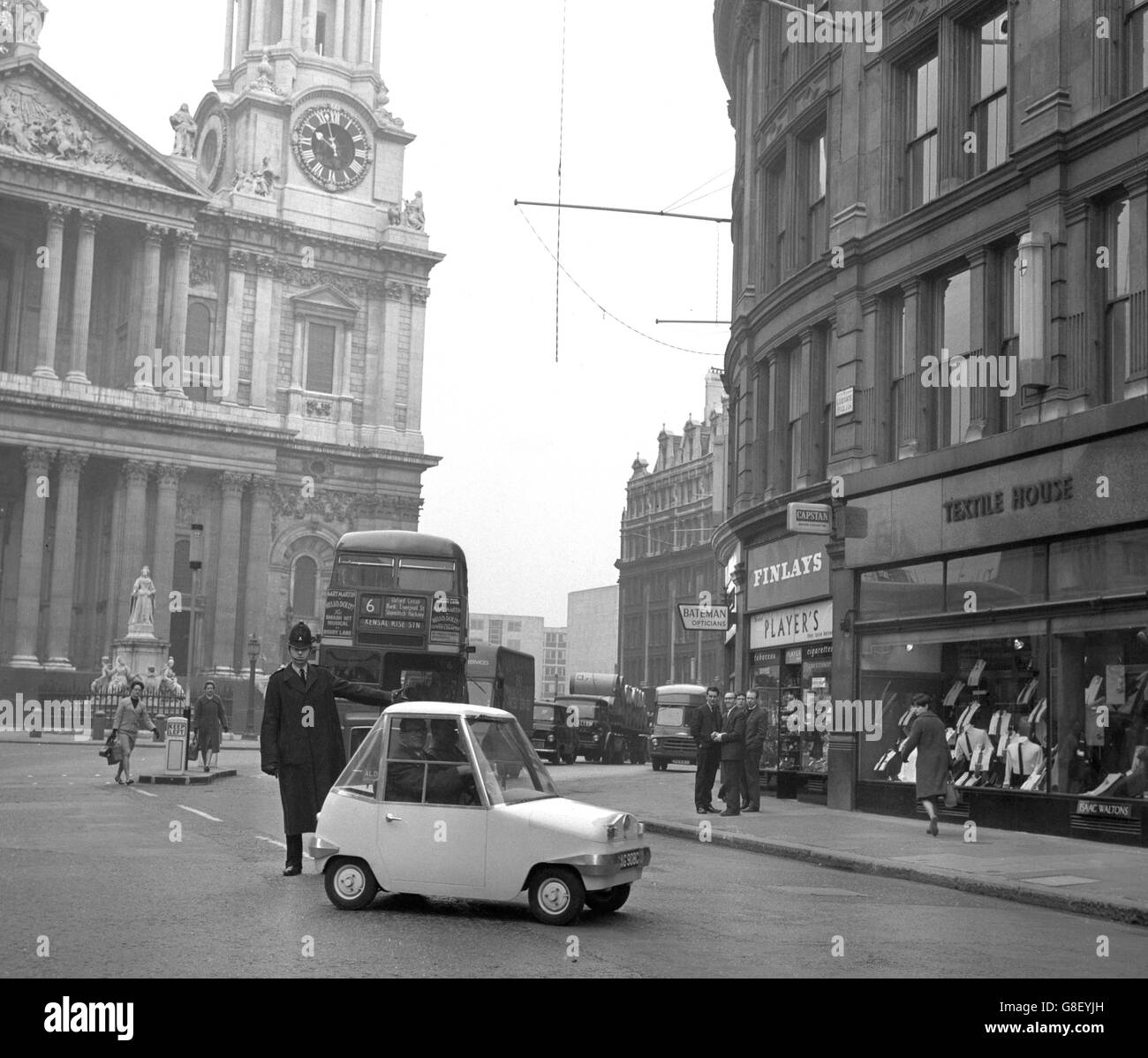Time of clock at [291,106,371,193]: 9:57
